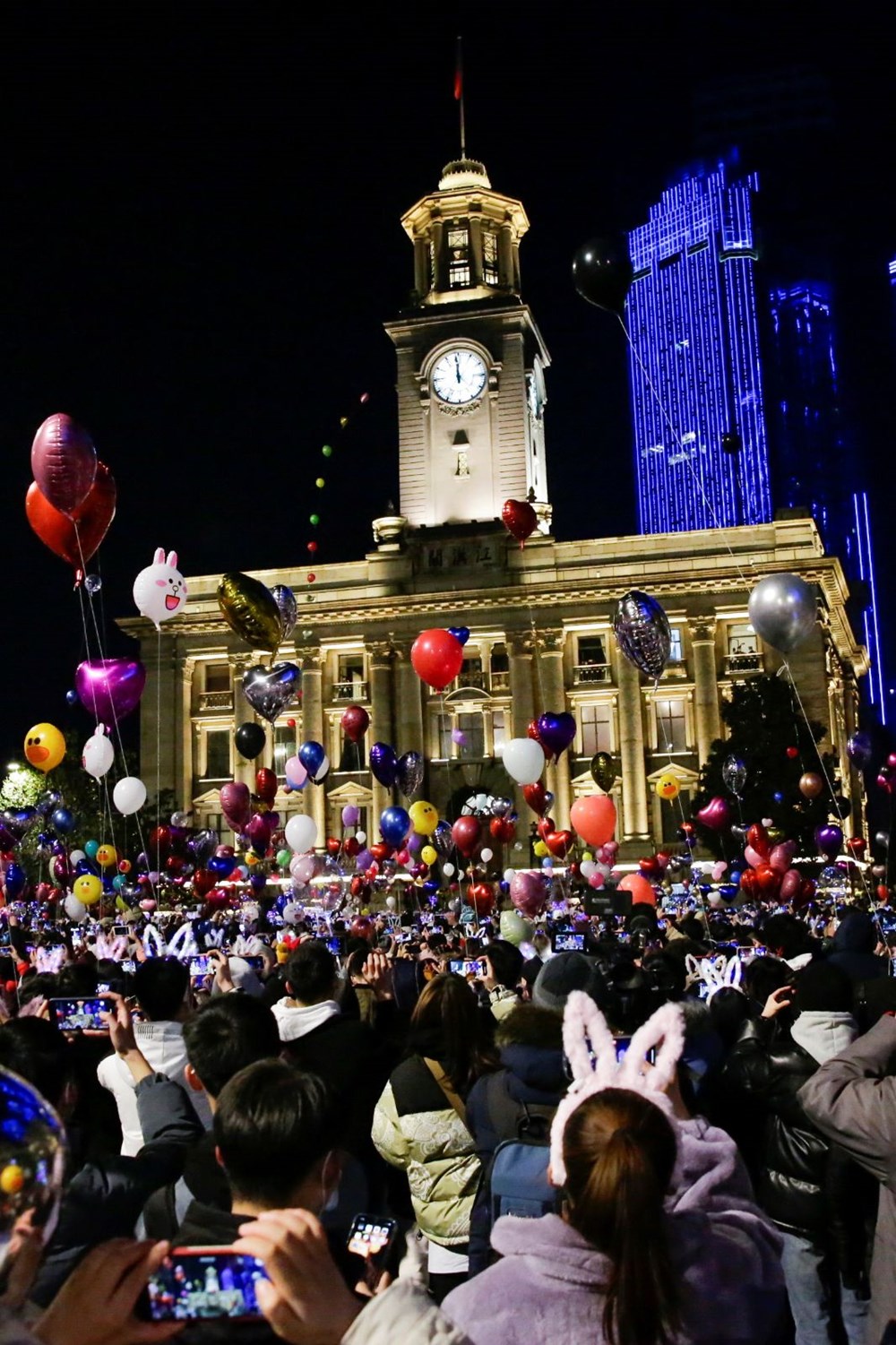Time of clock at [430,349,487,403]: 11:59
